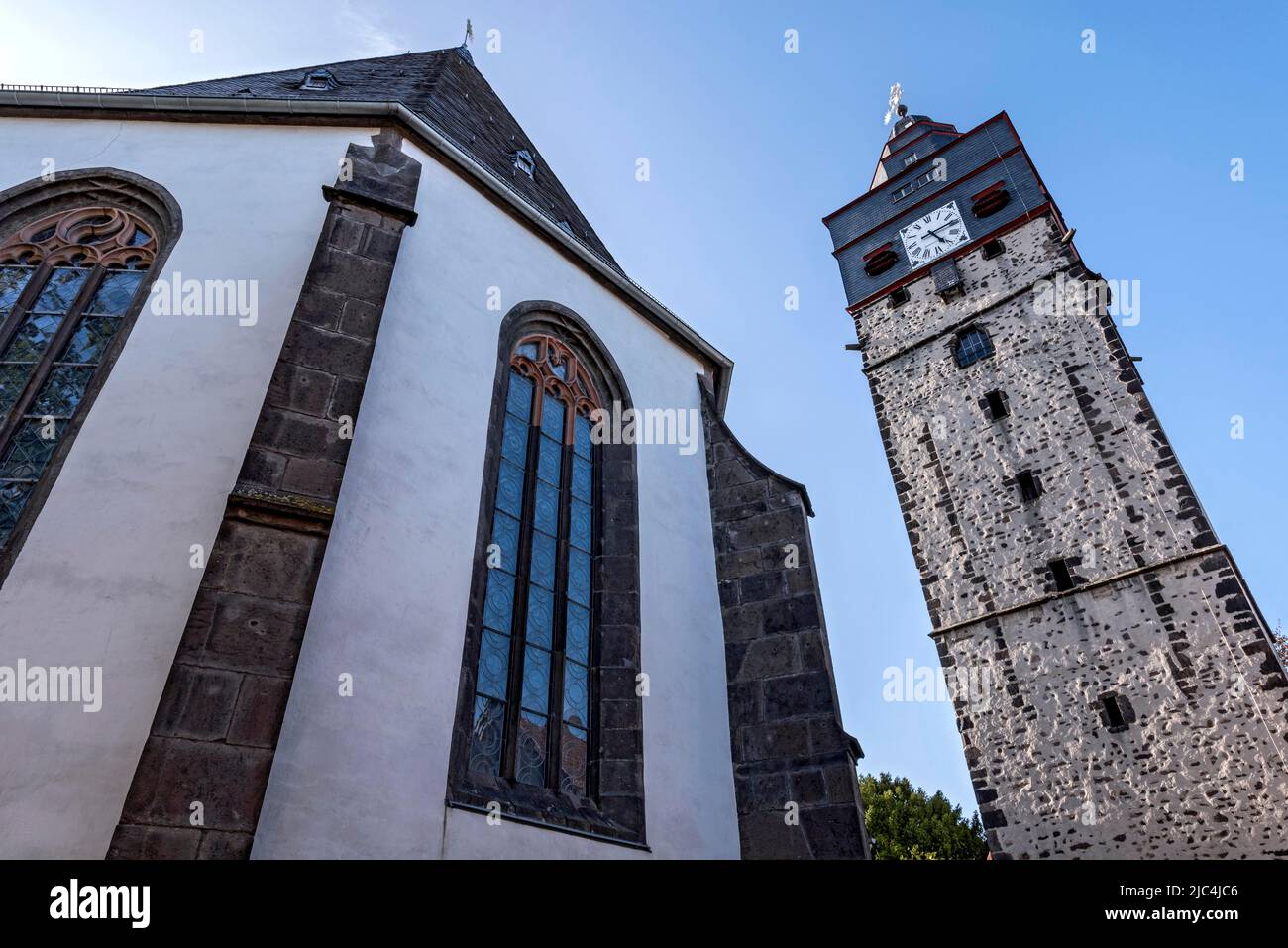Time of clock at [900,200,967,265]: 5:14
